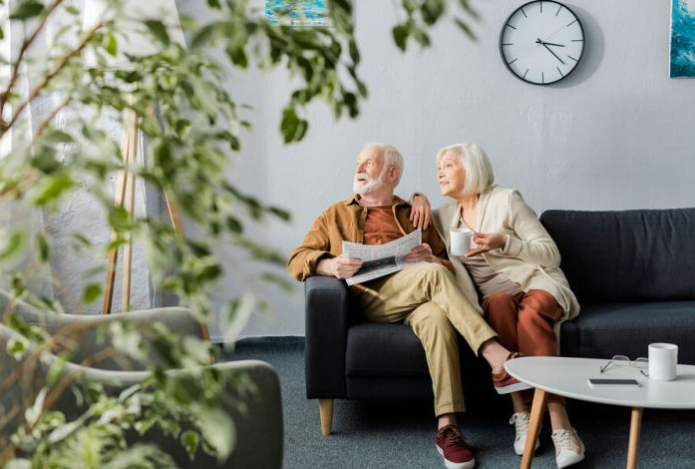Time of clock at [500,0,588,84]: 3:22
